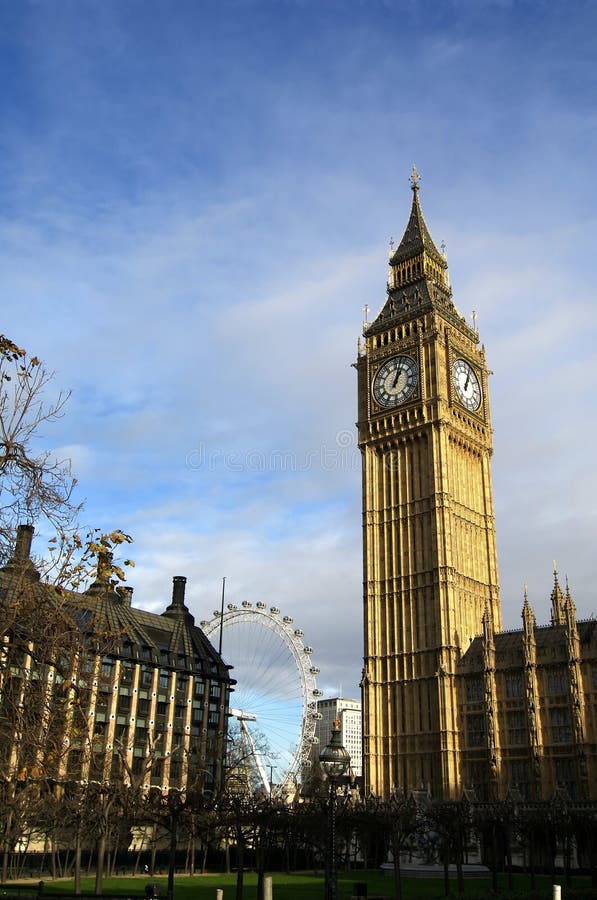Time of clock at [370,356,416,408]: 1:02
